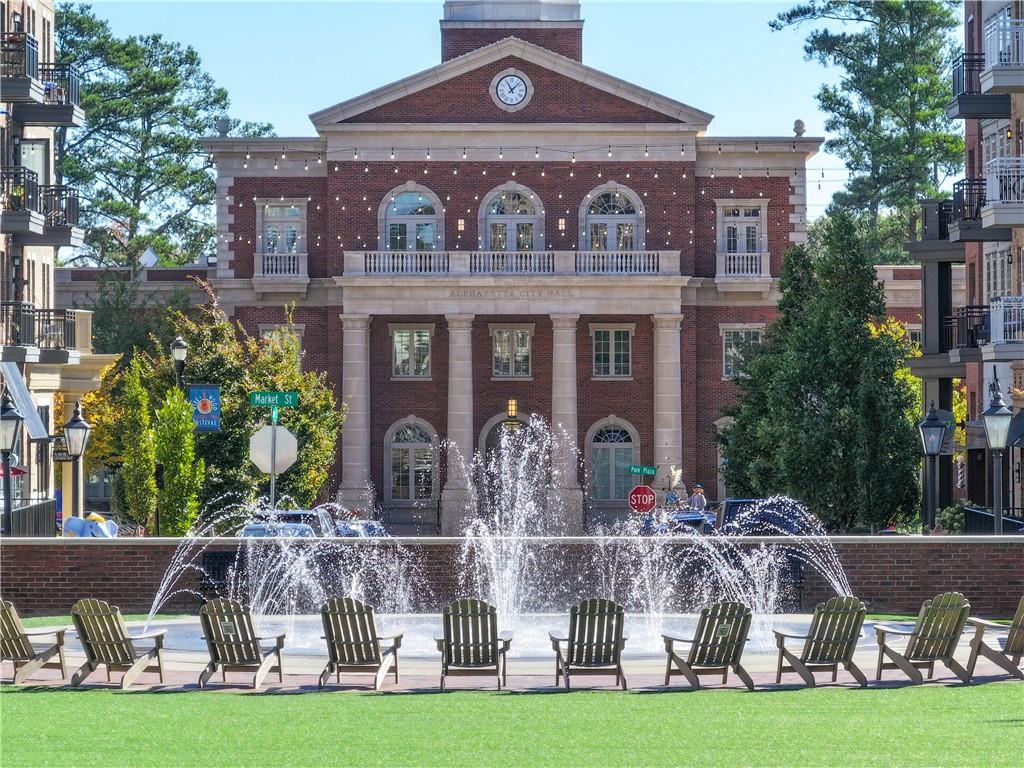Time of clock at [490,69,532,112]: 11:07
